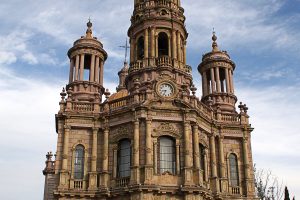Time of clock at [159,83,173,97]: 8:33
